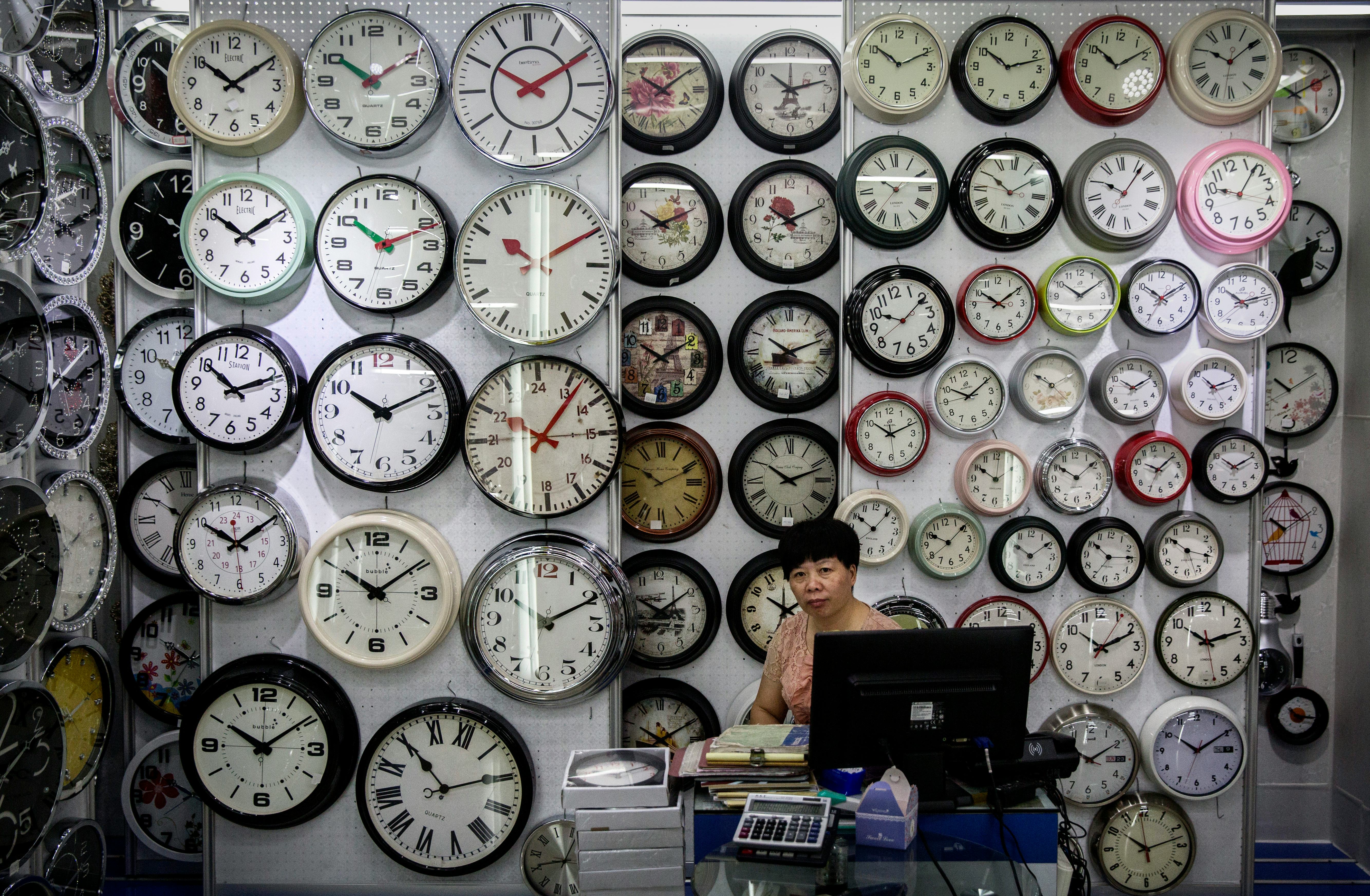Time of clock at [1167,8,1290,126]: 10:09
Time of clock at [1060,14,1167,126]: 10:08
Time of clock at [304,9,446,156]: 10:09
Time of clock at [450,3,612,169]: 10:10
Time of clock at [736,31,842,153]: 10:12
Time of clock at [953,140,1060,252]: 10:08
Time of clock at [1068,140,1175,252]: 10:06
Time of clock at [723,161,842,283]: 10:10
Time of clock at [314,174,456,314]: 10:11
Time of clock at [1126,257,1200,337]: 10:09
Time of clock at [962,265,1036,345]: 10:09
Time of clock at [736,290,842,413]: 10:11
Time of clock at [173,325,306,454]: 10:10
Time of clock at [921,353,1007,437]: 10:10
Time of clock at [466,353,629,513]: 3:06
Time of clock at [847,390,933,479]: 10:11
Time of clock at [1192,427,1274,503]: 10:10
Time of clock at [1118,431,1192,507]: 10:10
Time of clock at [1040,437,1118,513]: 10:08
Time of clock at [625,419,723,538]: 10:10
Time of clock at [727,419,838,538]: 10:11
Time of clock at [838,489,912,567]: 10:06
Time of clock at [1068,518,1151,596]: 10:14
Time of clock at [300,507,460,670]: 10:09
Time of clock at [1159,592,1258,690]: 10:12
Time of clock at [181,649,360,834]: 10:09
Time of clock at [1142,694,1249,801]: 10:09
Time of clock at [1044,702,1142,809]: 10:09
